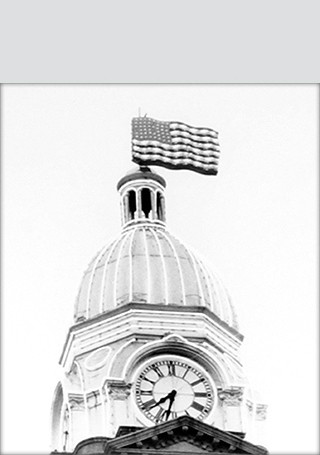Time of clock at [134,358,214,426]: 7:32
